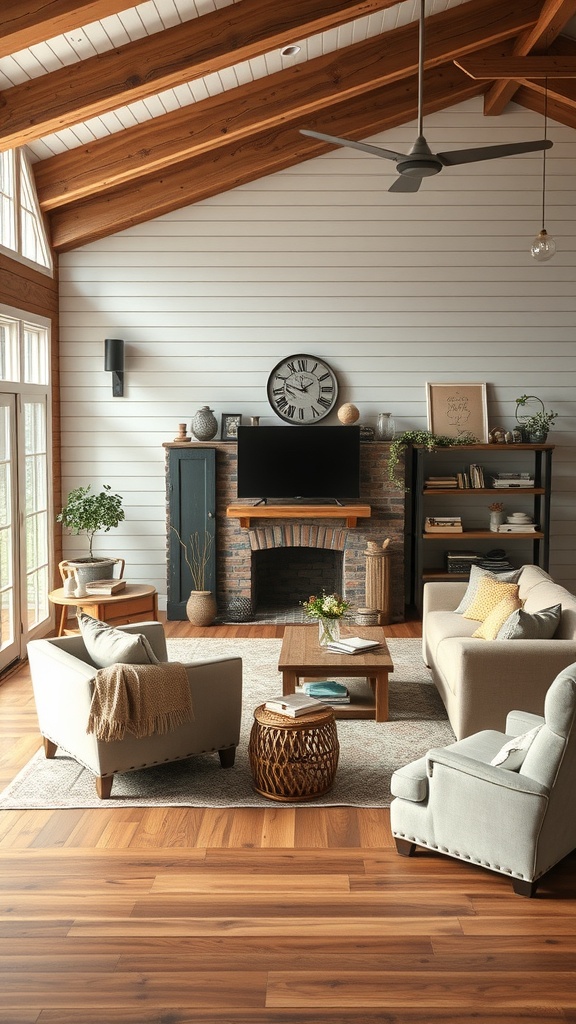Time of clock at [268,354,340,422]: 1:47
